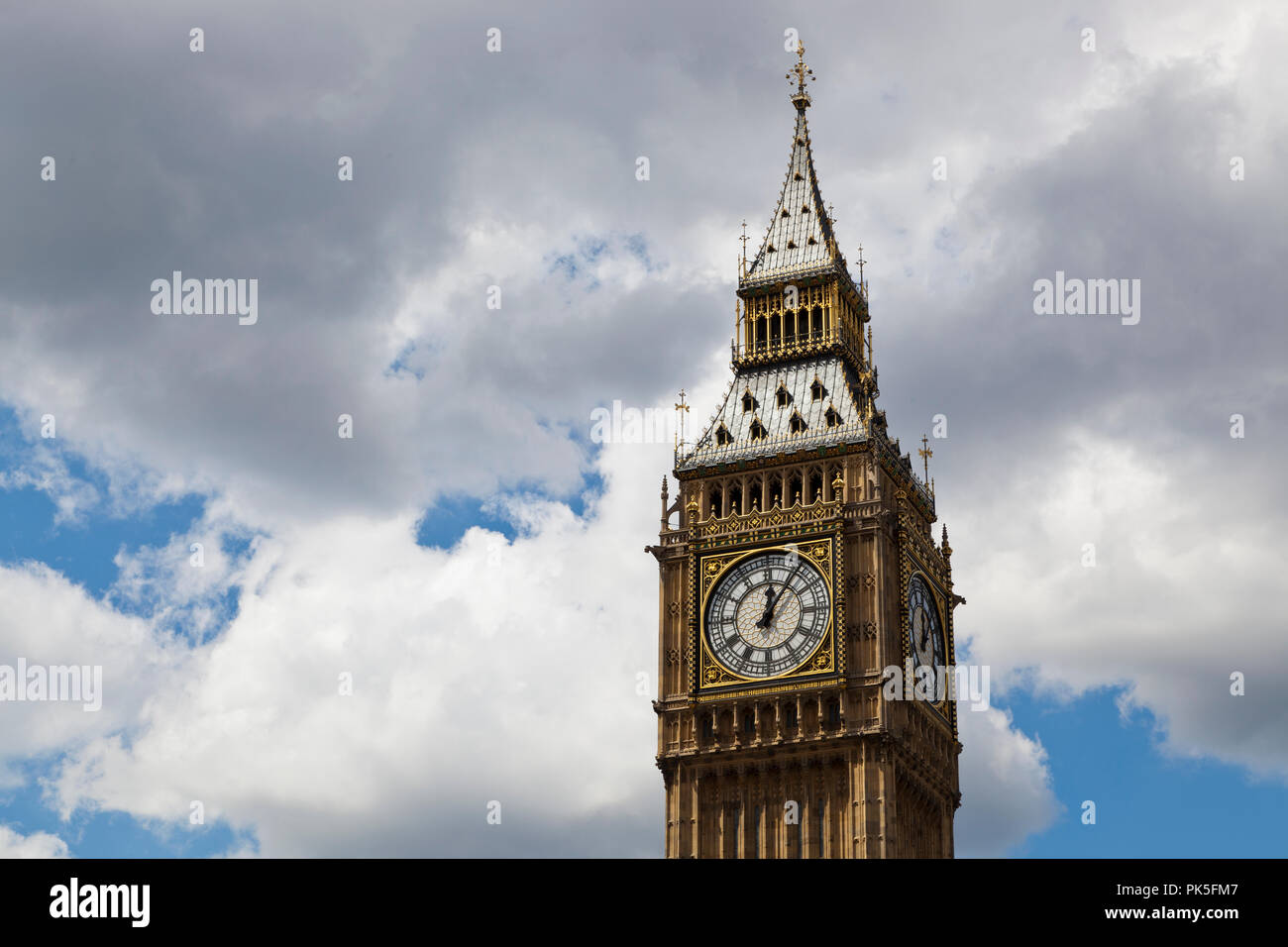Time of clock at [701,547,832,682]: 12:06
